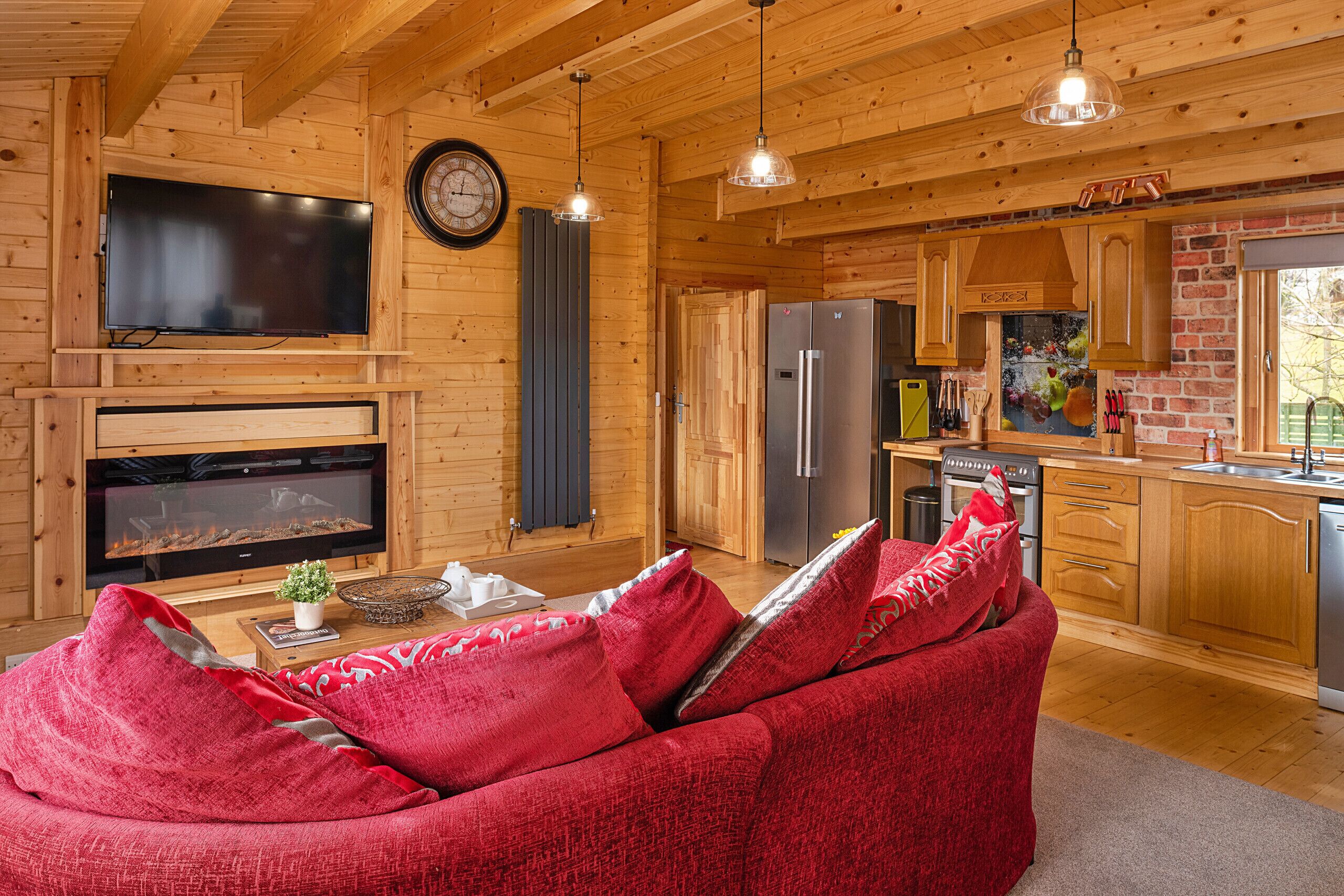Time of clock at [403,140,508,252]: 12:14
